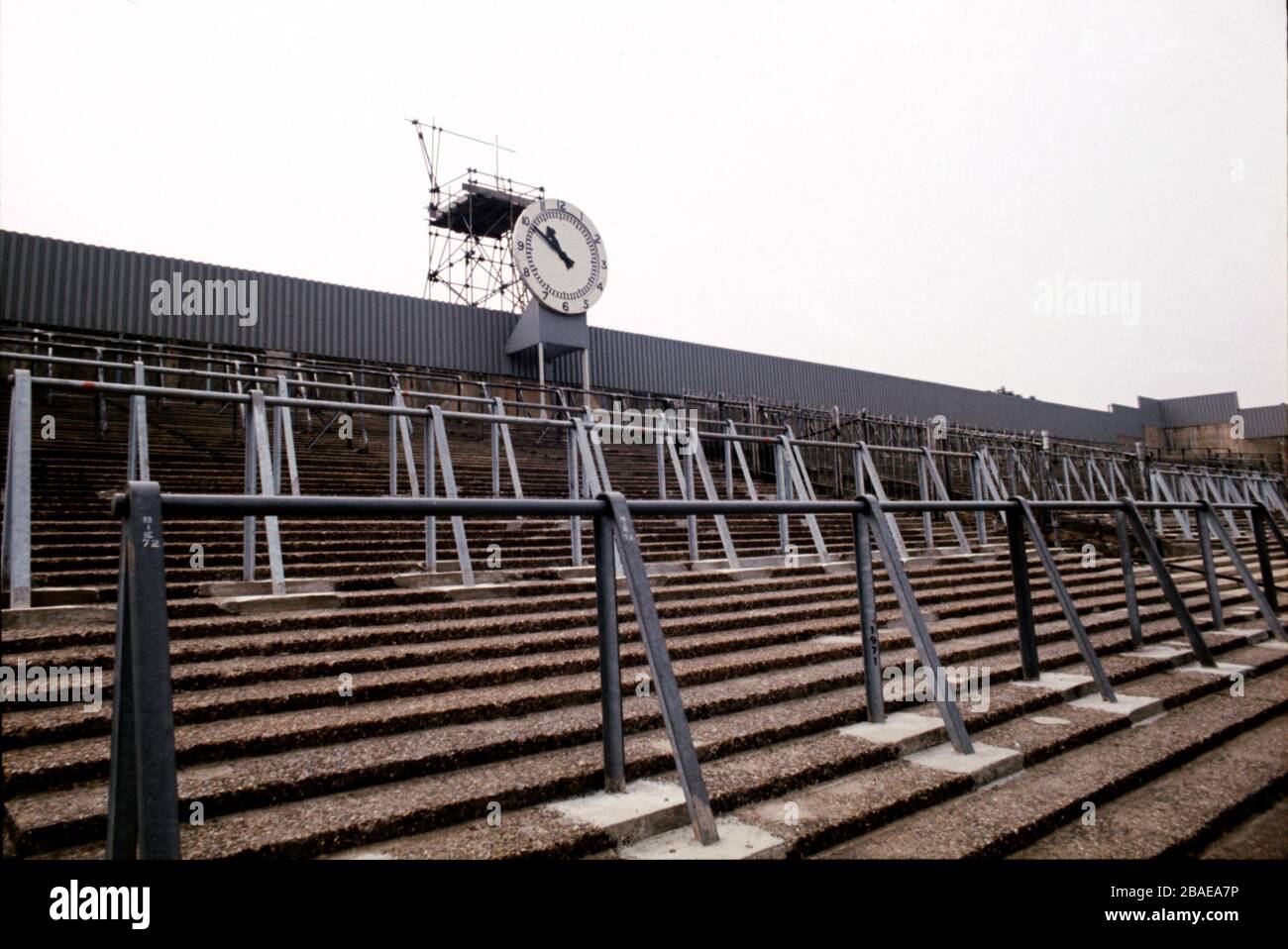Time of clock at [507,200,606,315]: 10:50
